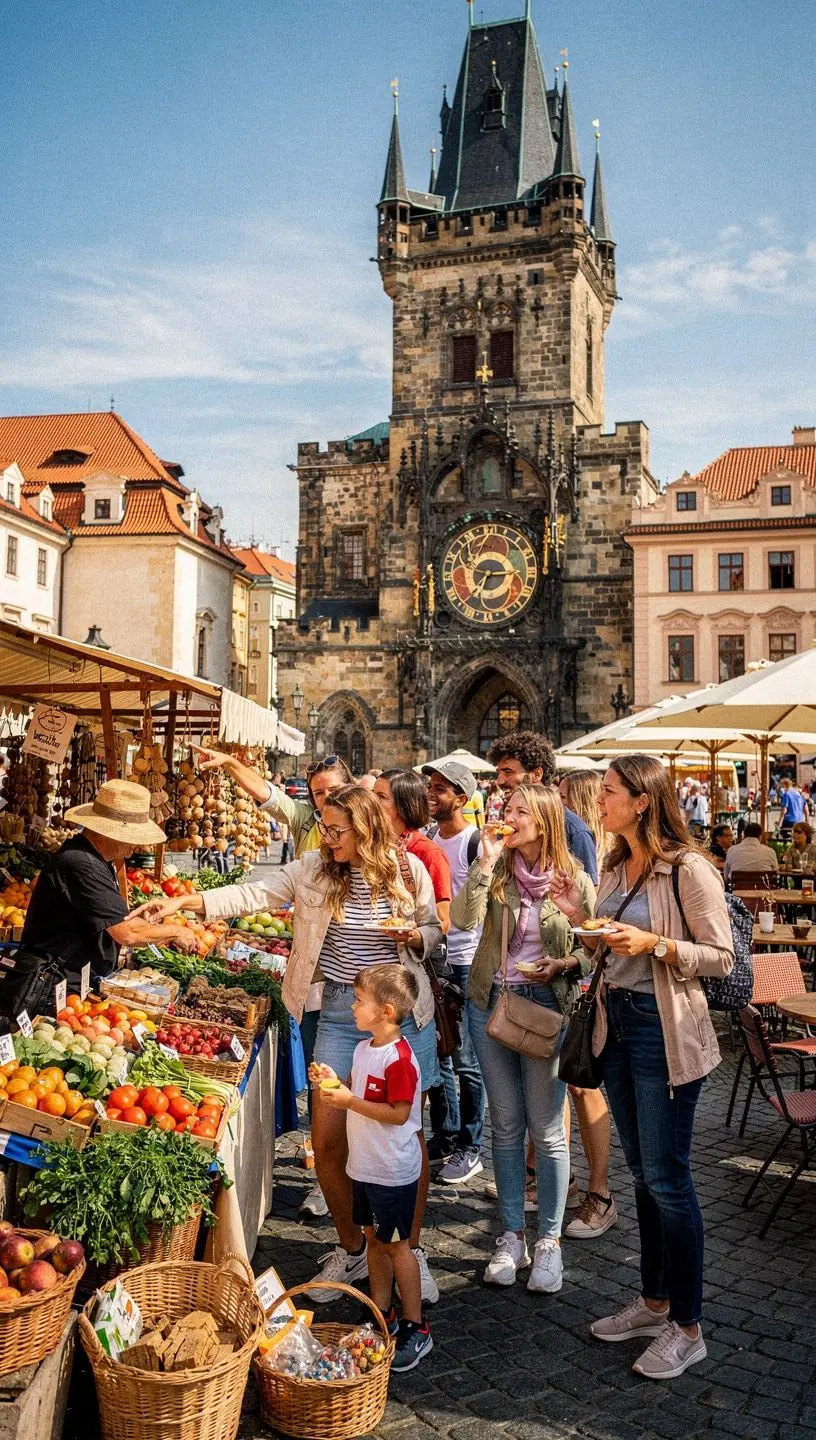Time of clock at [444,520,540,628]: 7:15
